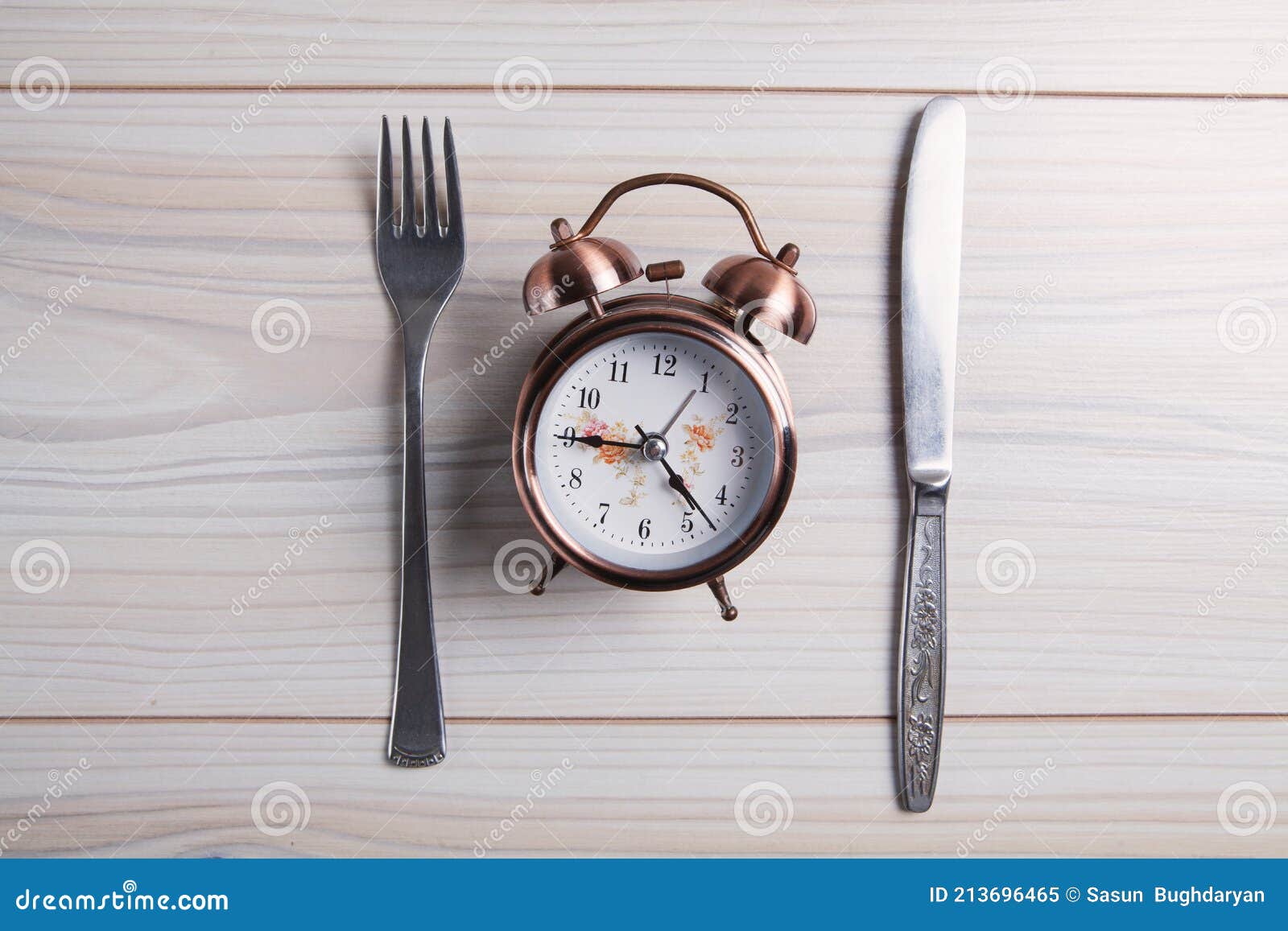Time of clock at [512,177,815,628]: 9:22
